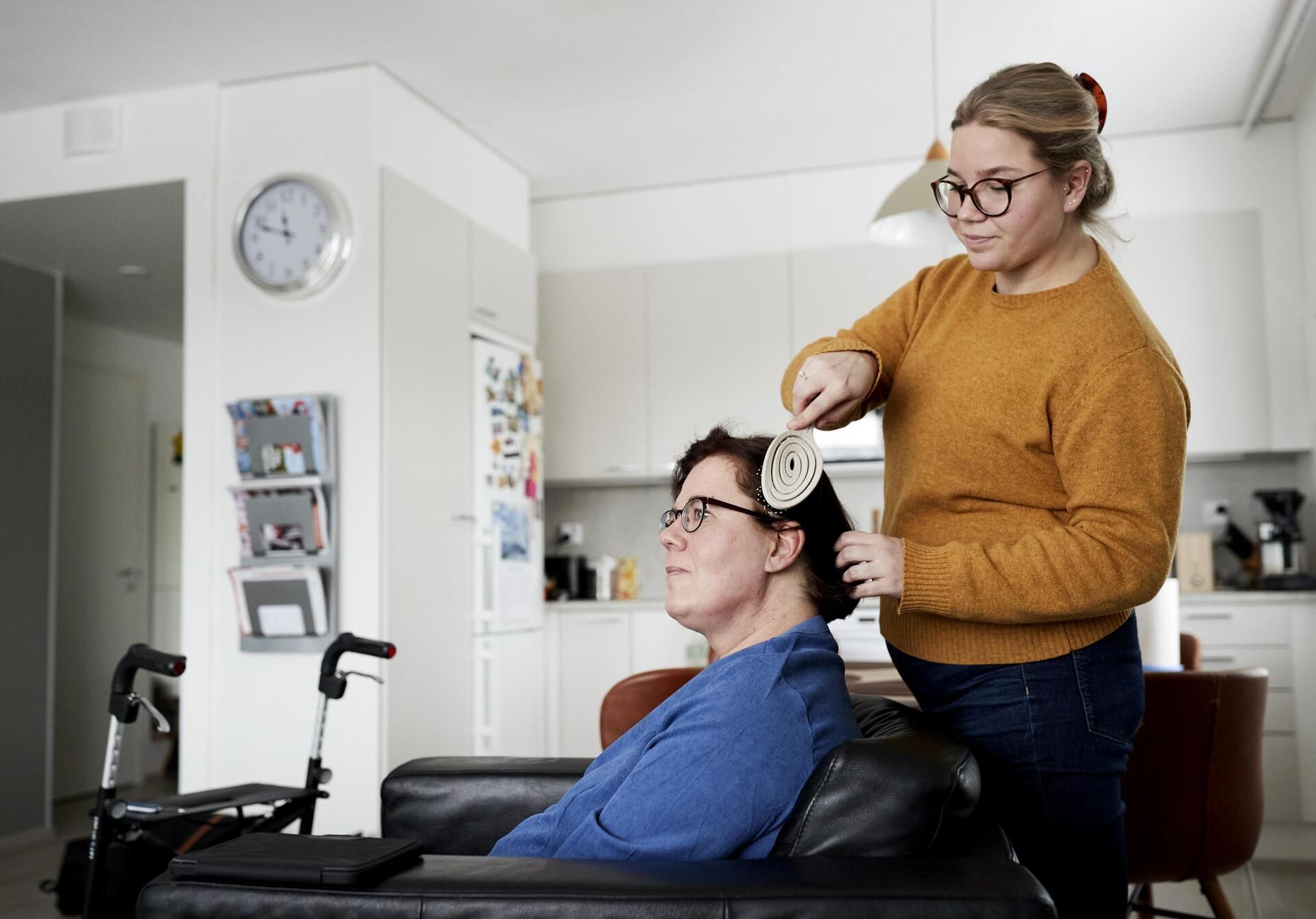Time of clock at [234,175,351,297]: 11:48
